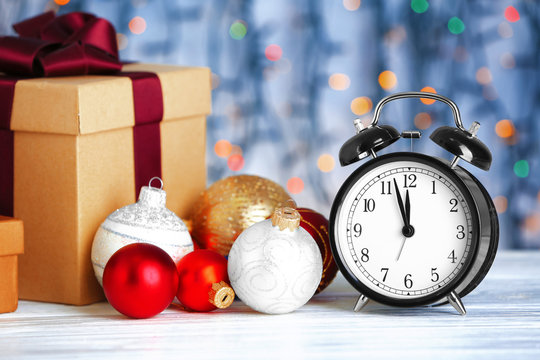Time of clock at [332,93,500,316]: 11:57
